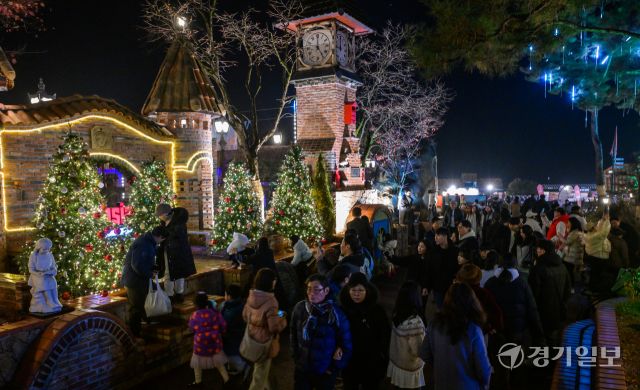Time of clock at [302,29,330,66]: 5:00
